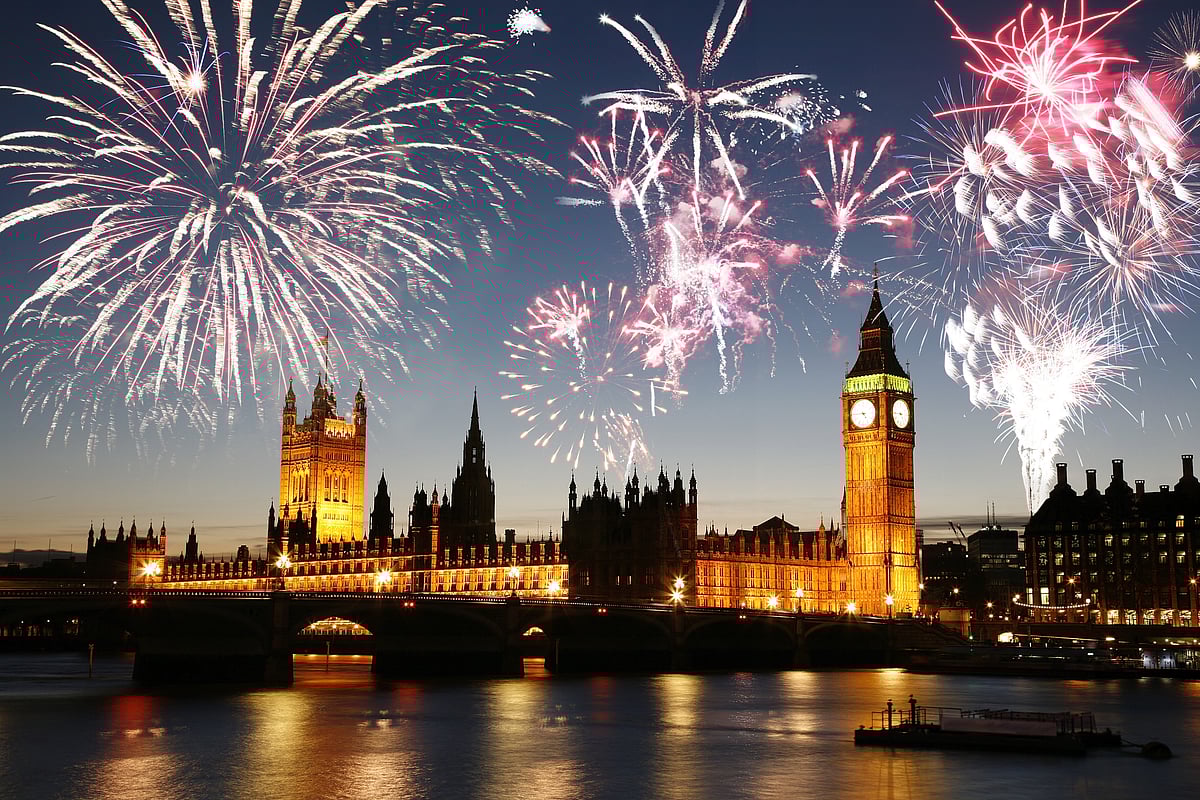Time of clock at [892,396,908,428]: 4:44
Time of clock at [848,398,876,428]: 4:44
